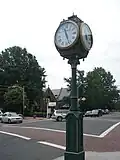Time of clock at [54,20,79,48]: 11:26
